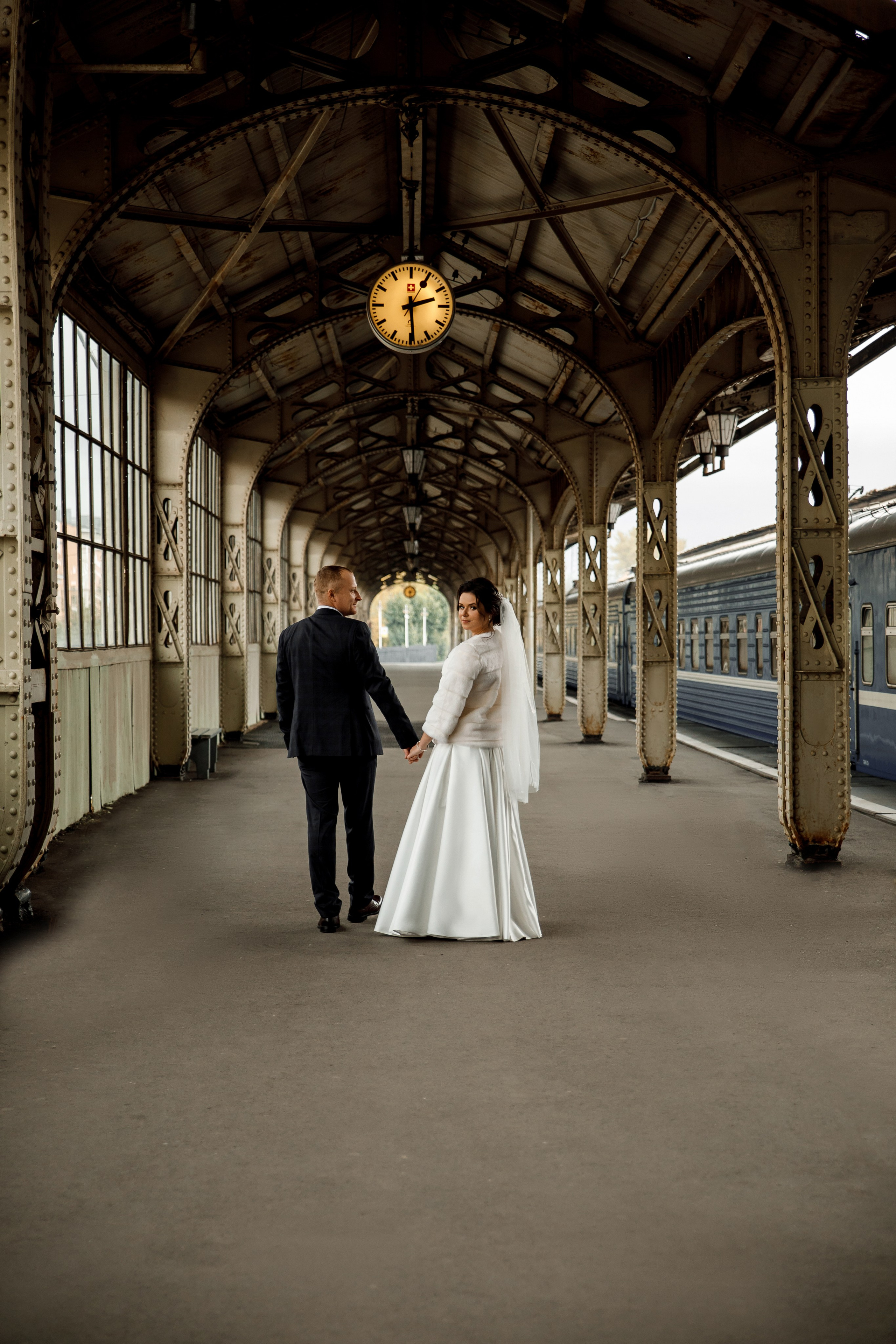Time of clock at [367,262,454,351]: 2:29
